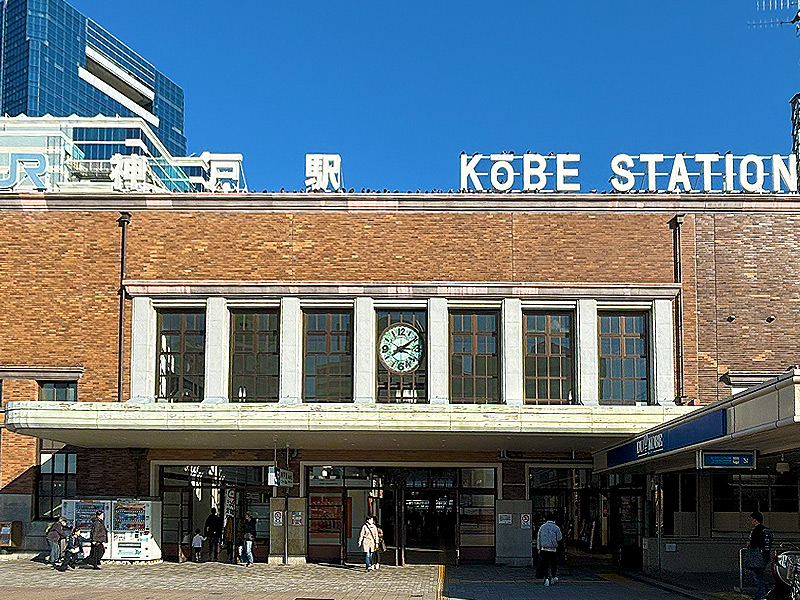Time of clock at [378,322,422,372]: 3:09
